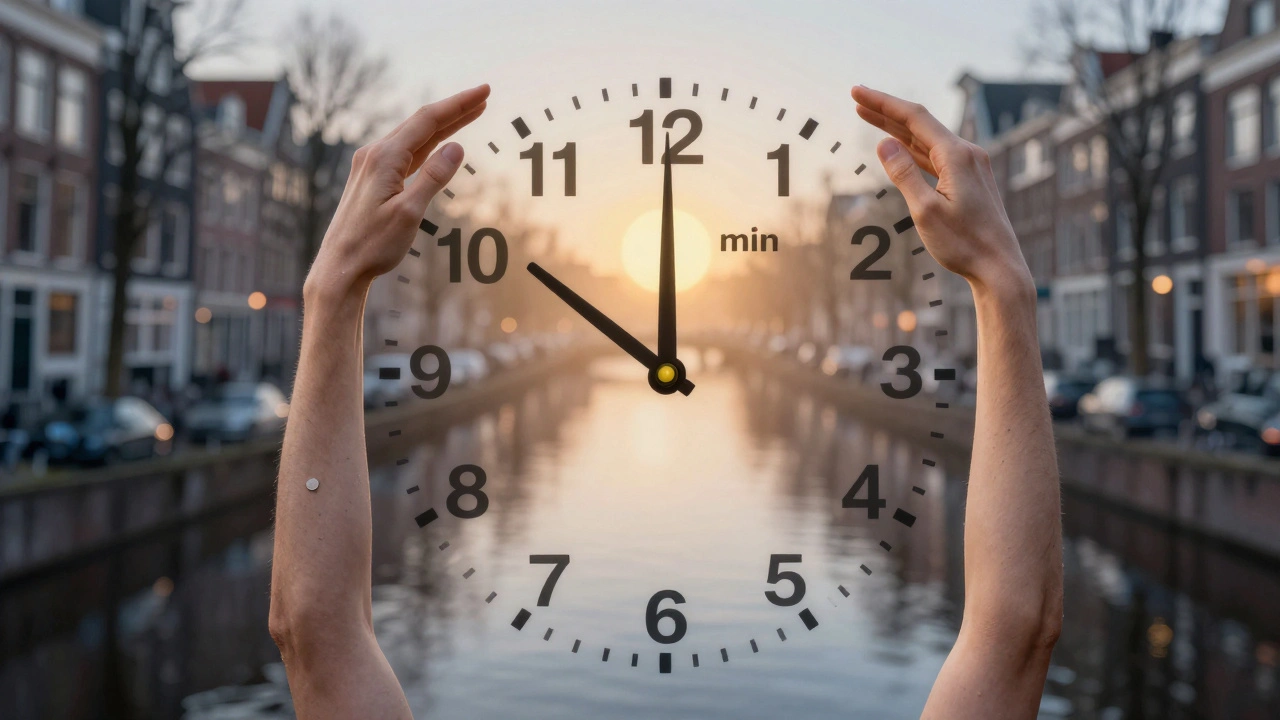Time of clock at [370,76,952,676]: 10:00
